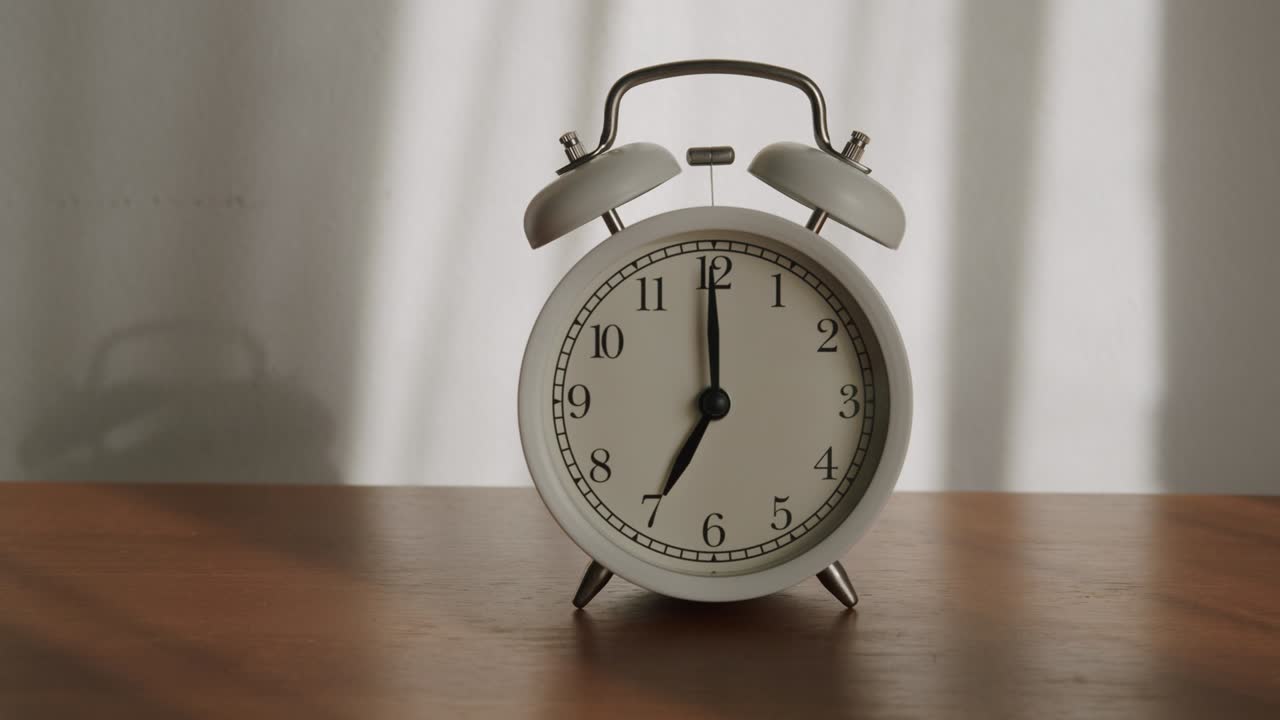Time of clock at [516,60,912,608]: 7:00
